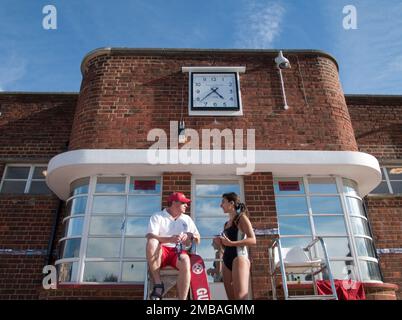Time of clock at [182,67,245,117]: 4:38
